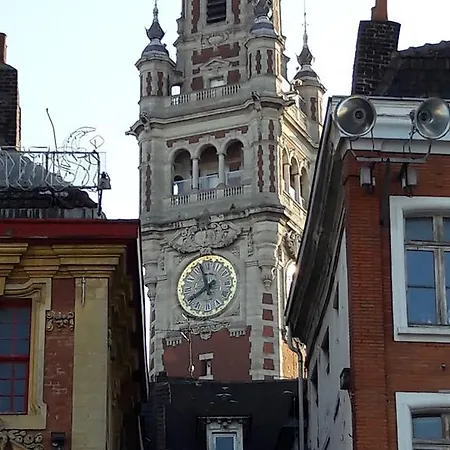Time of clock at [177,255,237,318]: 7:57
